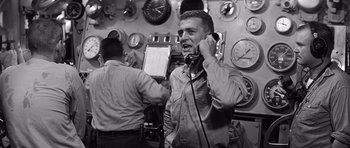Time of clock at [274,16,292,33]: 3:47
